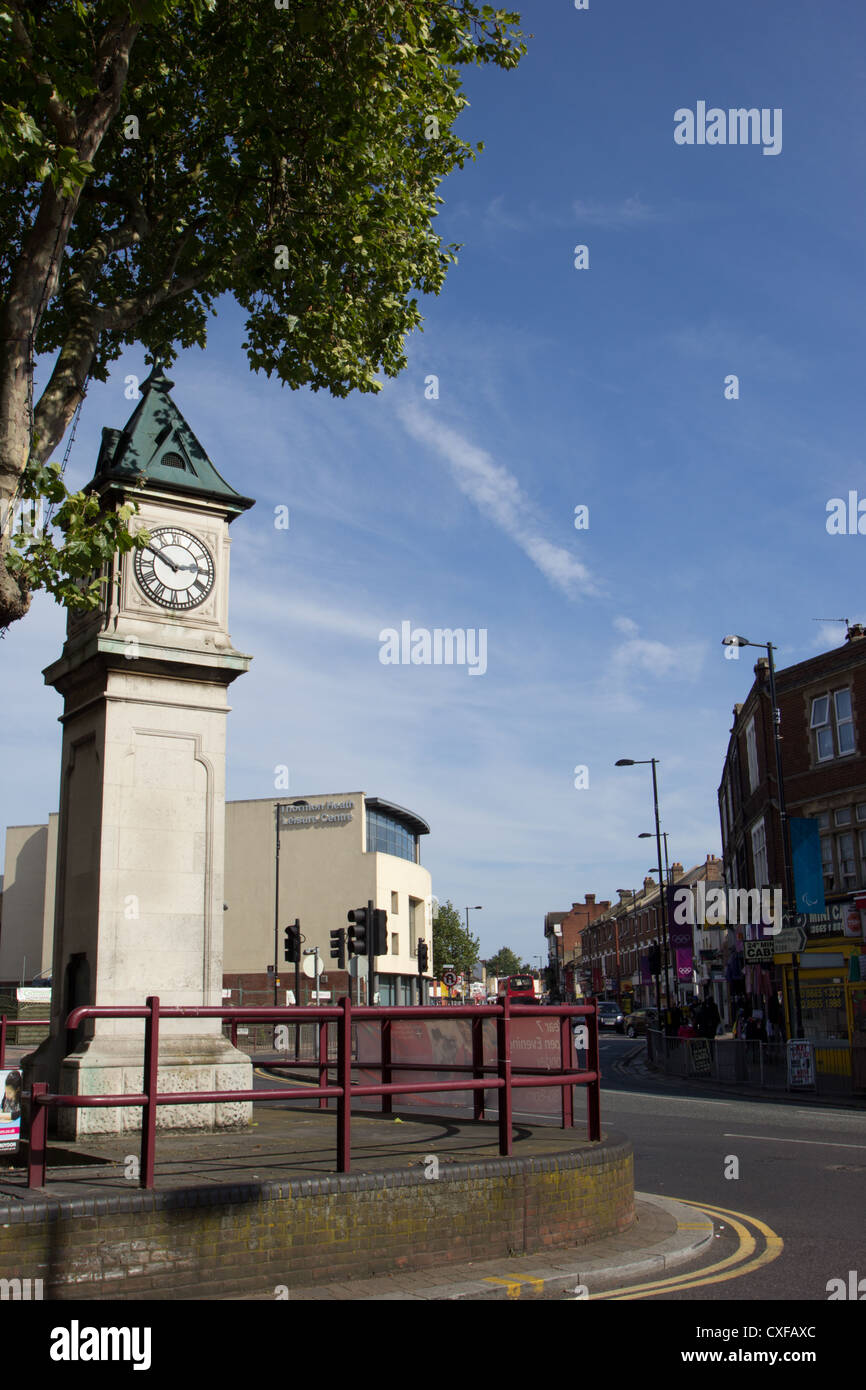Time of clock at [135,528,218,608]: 2:50
